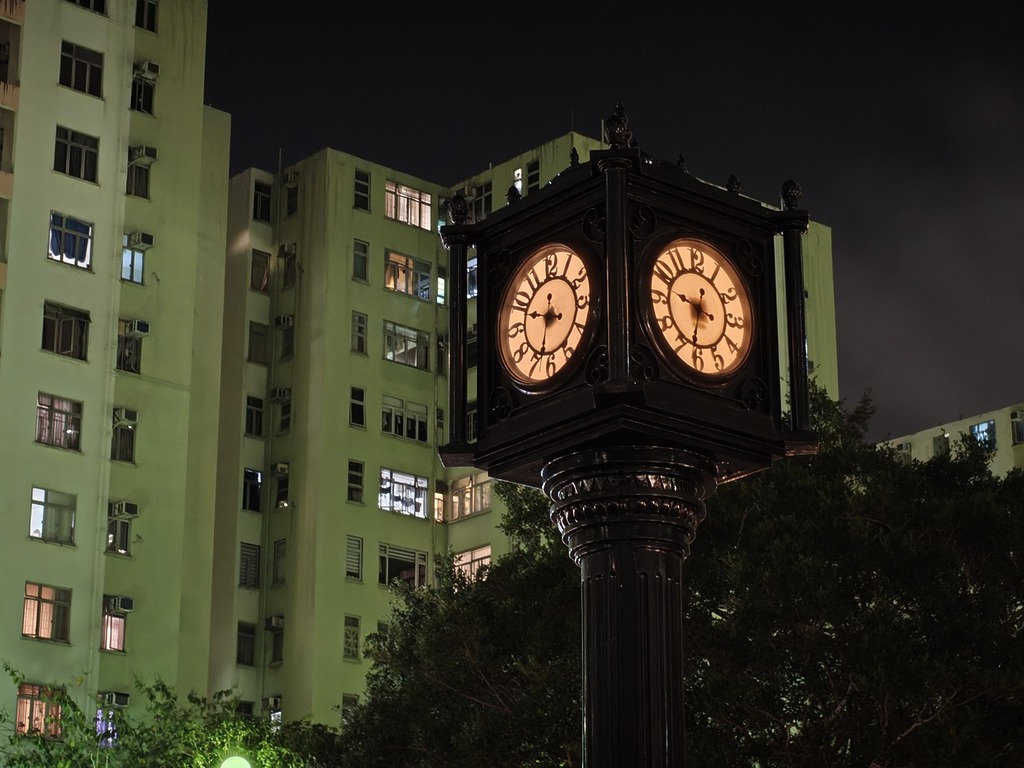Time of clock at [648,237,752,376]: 9:32
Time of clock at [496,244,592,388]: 9:33
